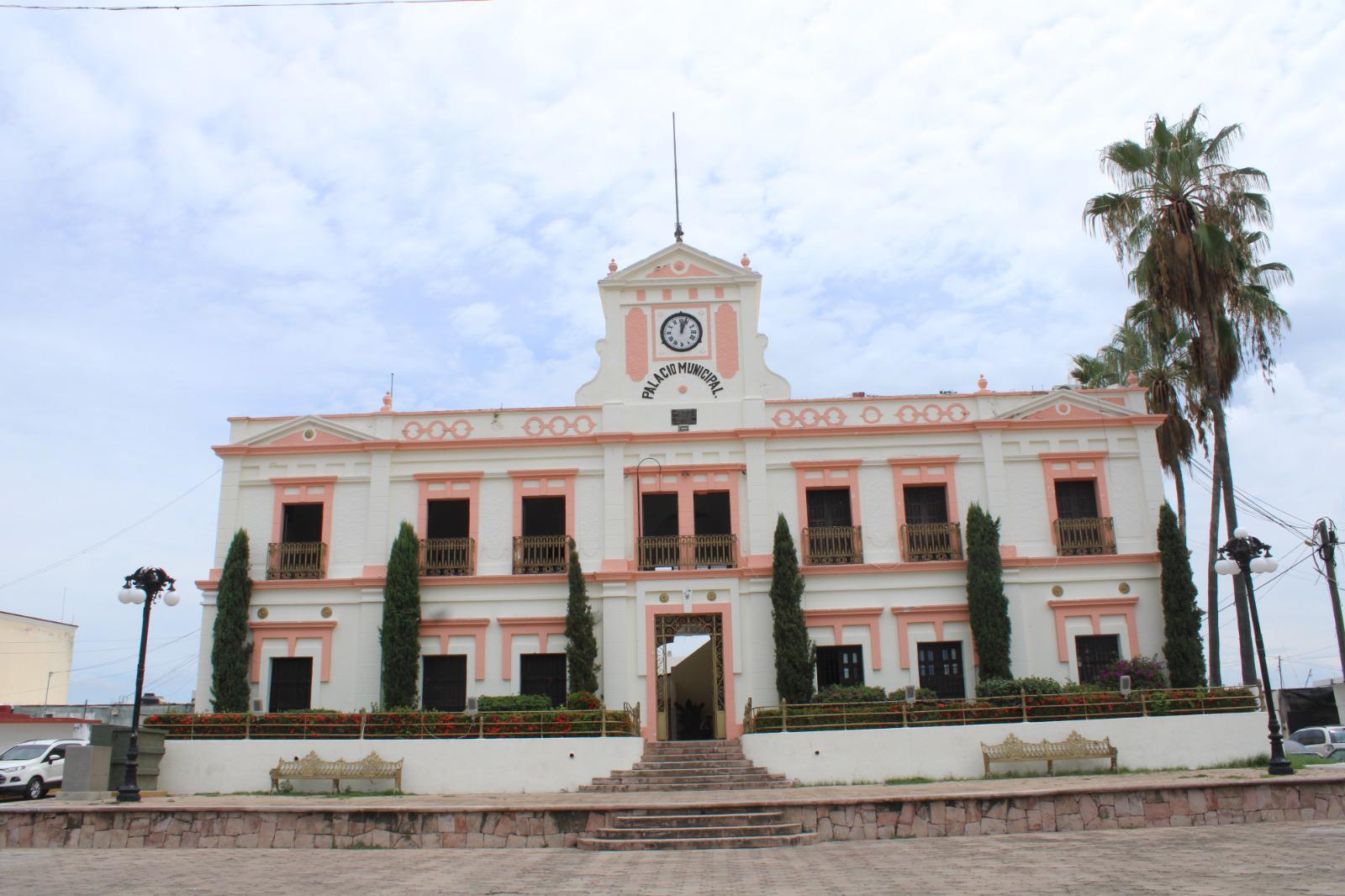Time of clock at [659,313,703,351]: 12:03
